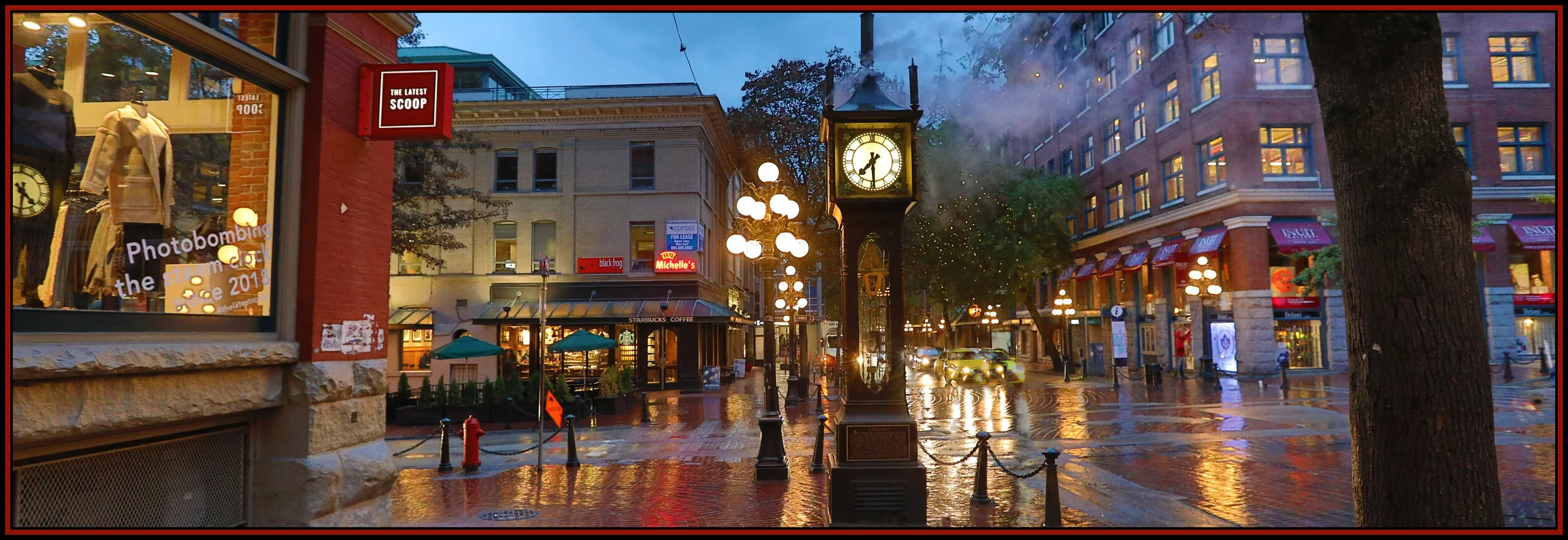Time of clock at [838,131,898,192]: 7:29
